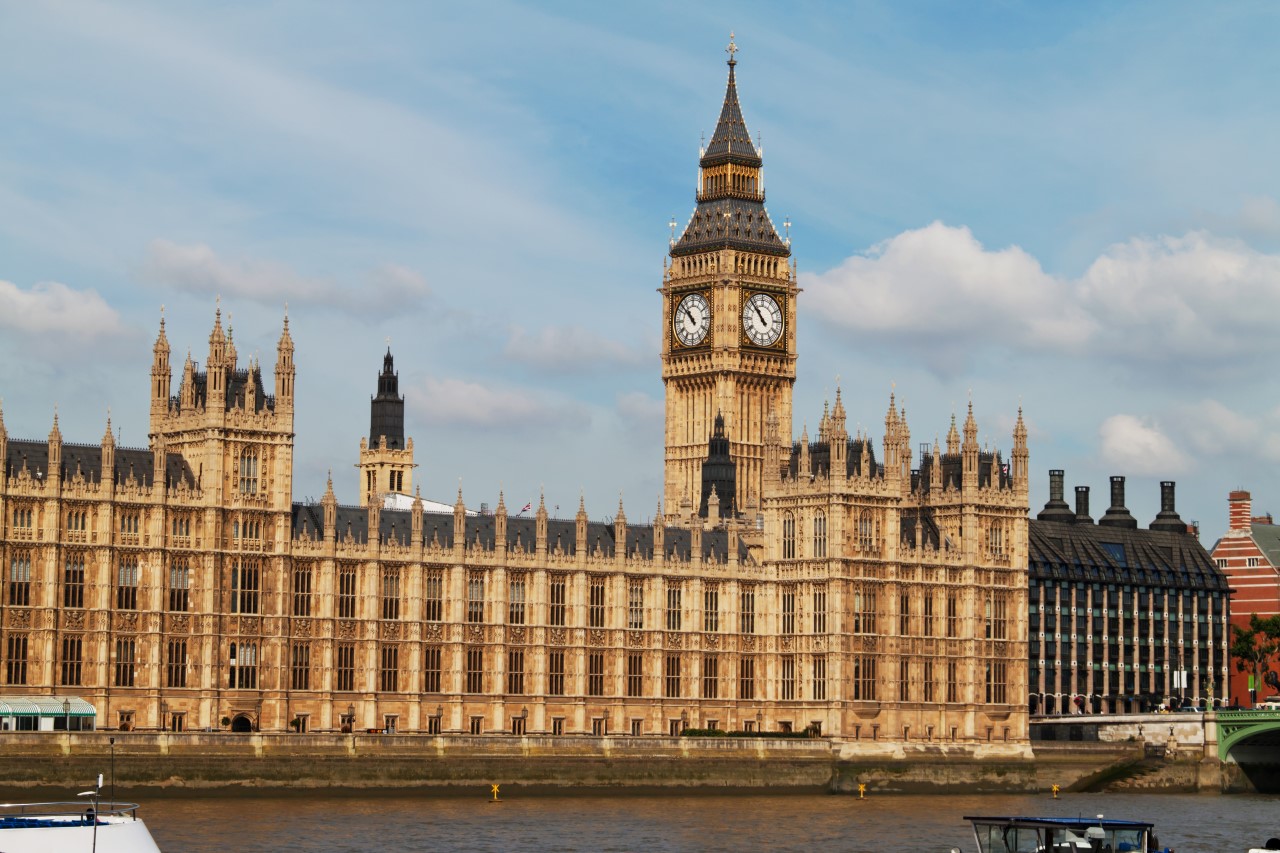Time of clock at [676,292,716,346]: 10:52
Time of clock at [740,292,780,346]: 10:52
